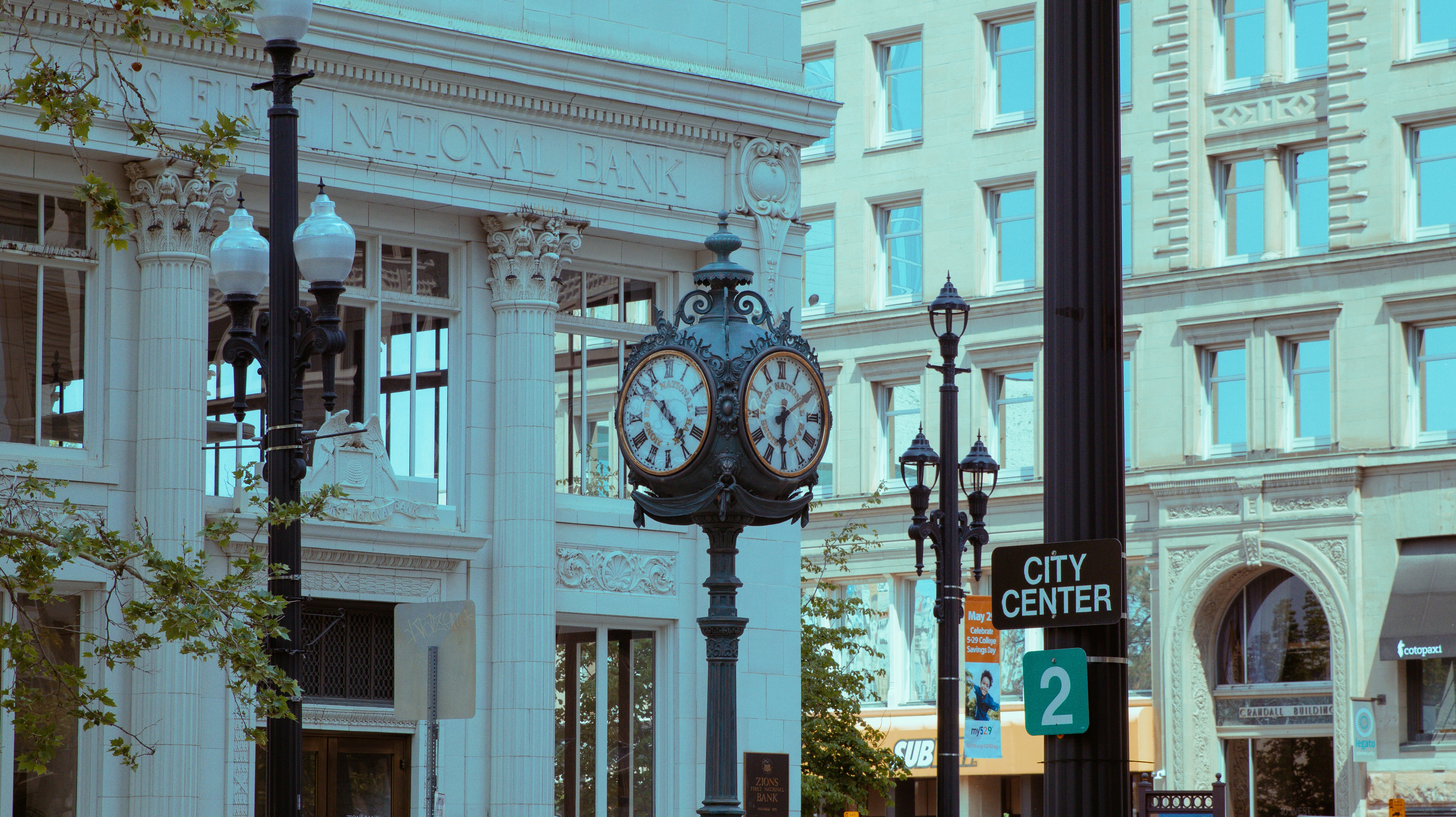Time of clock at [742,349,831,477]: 6:10
